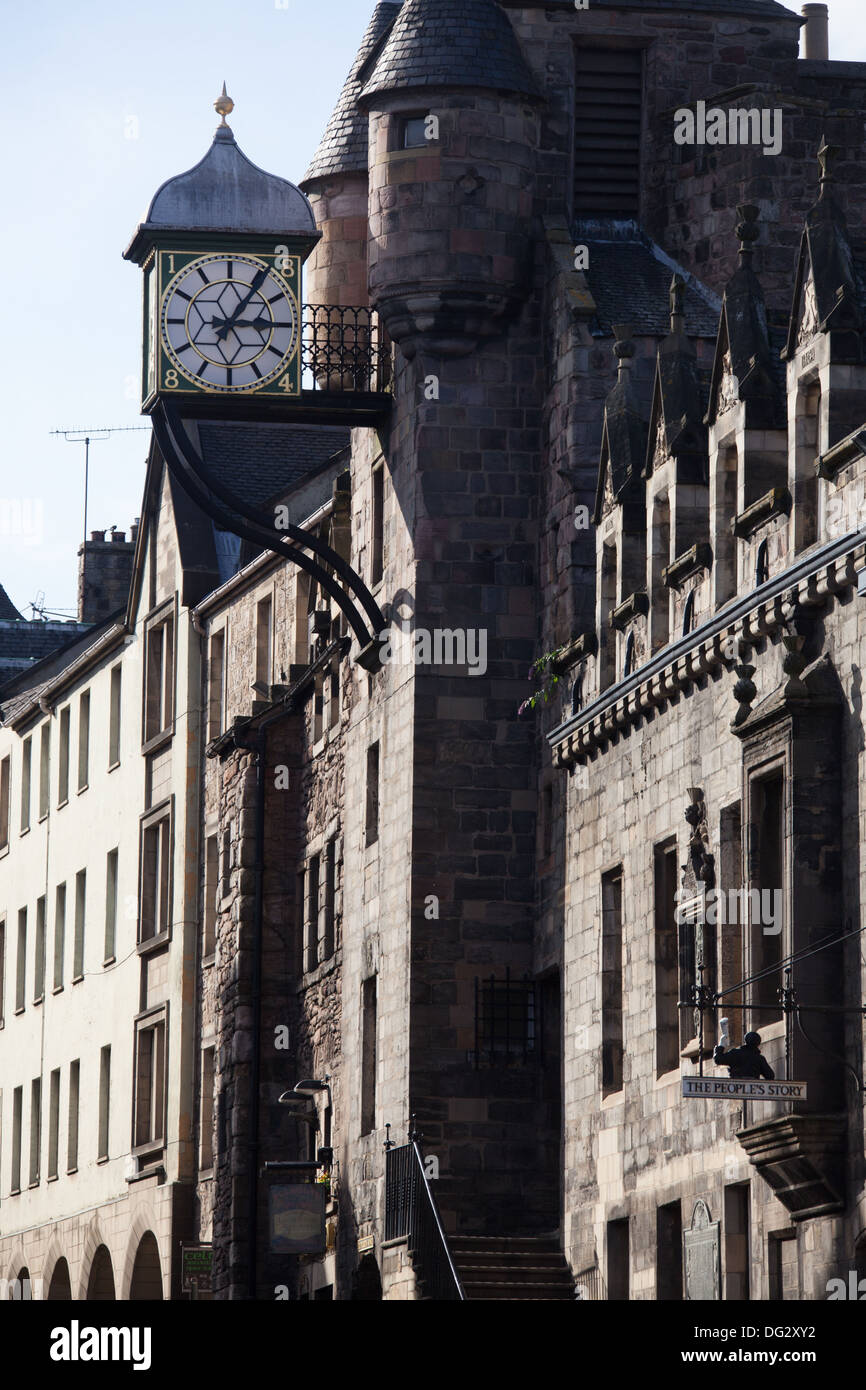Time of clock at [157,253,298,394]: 3:05
